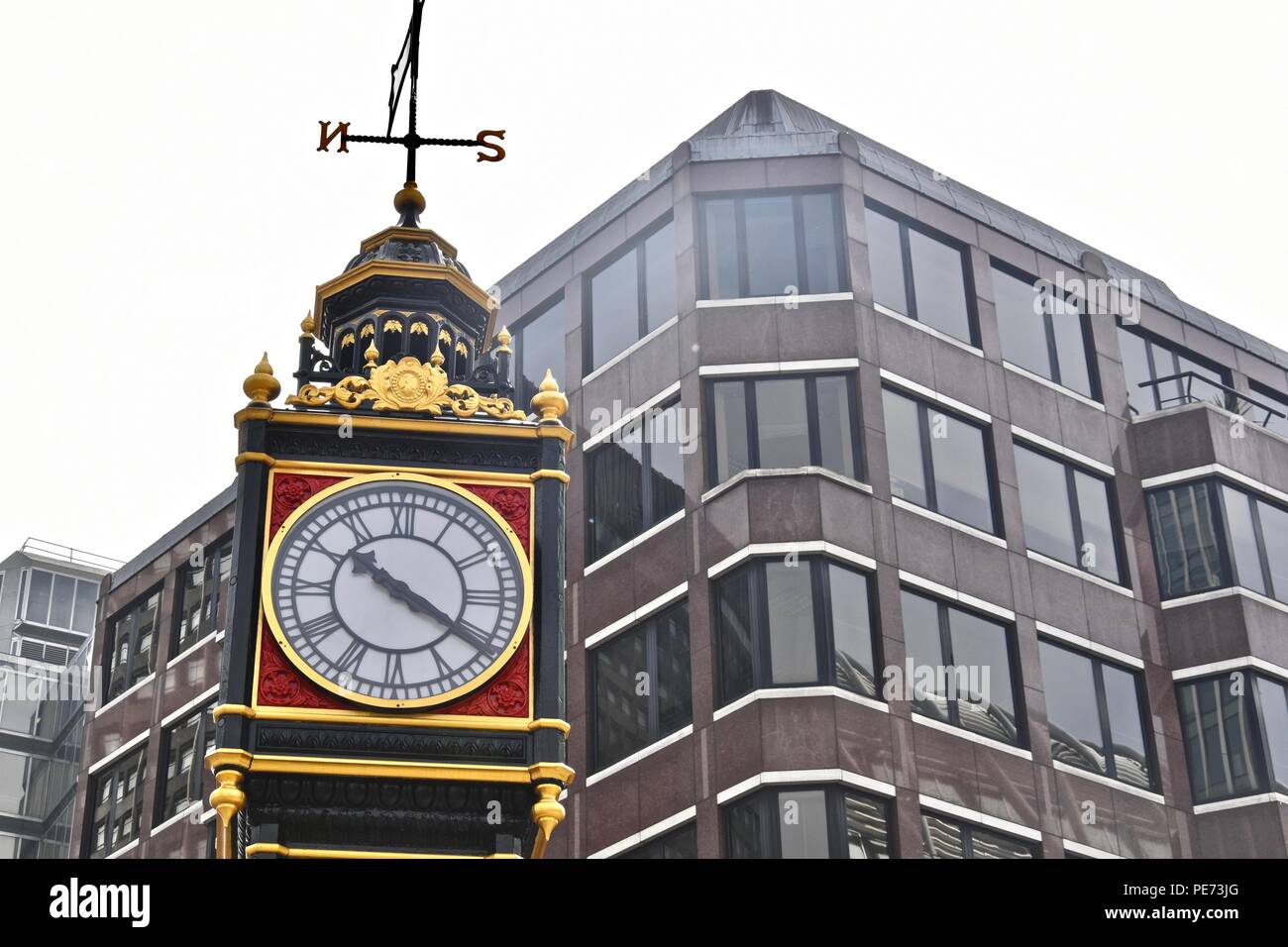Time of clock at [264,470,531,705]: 10:20
